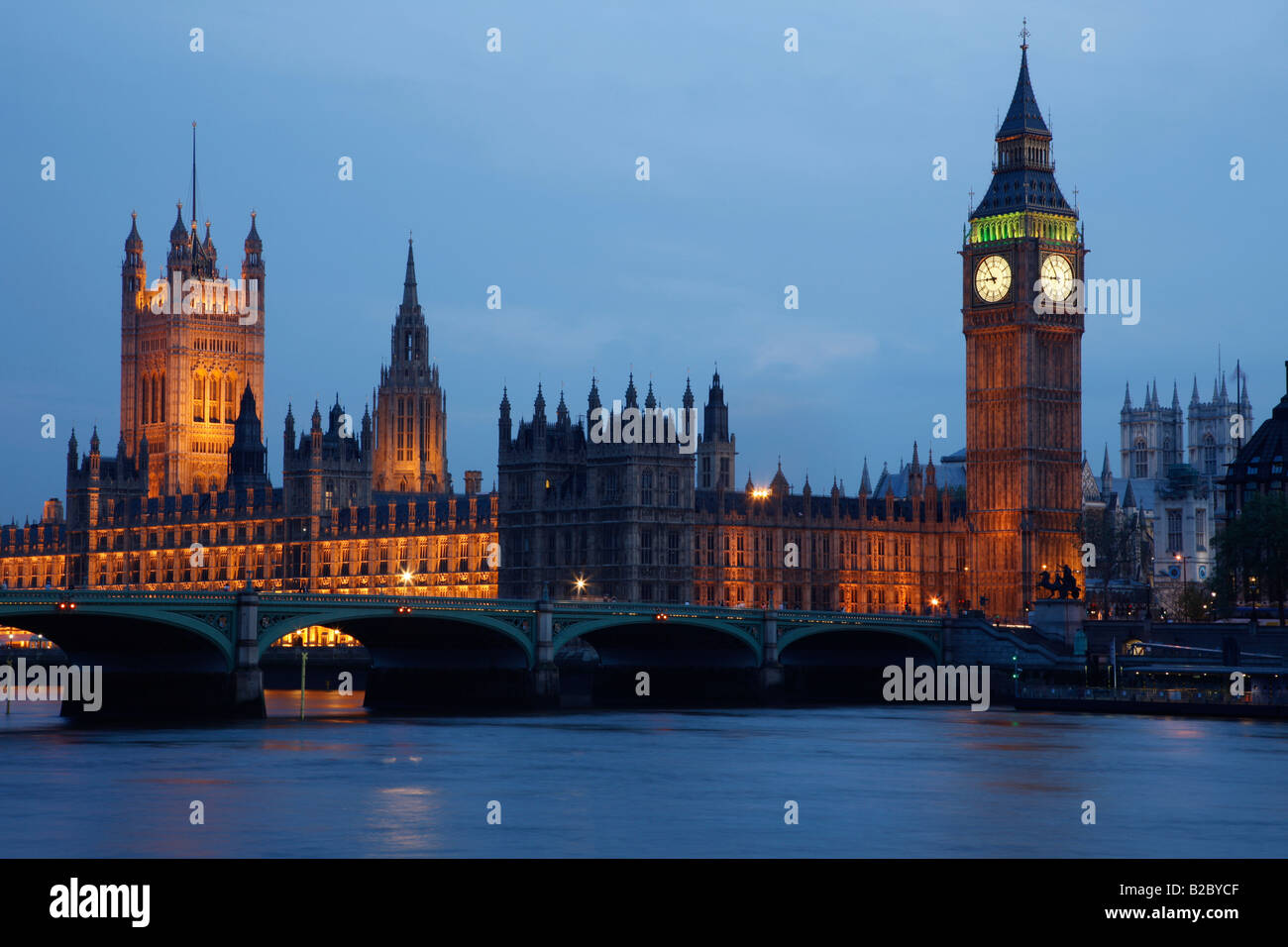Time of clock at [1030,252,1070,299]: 8:54
